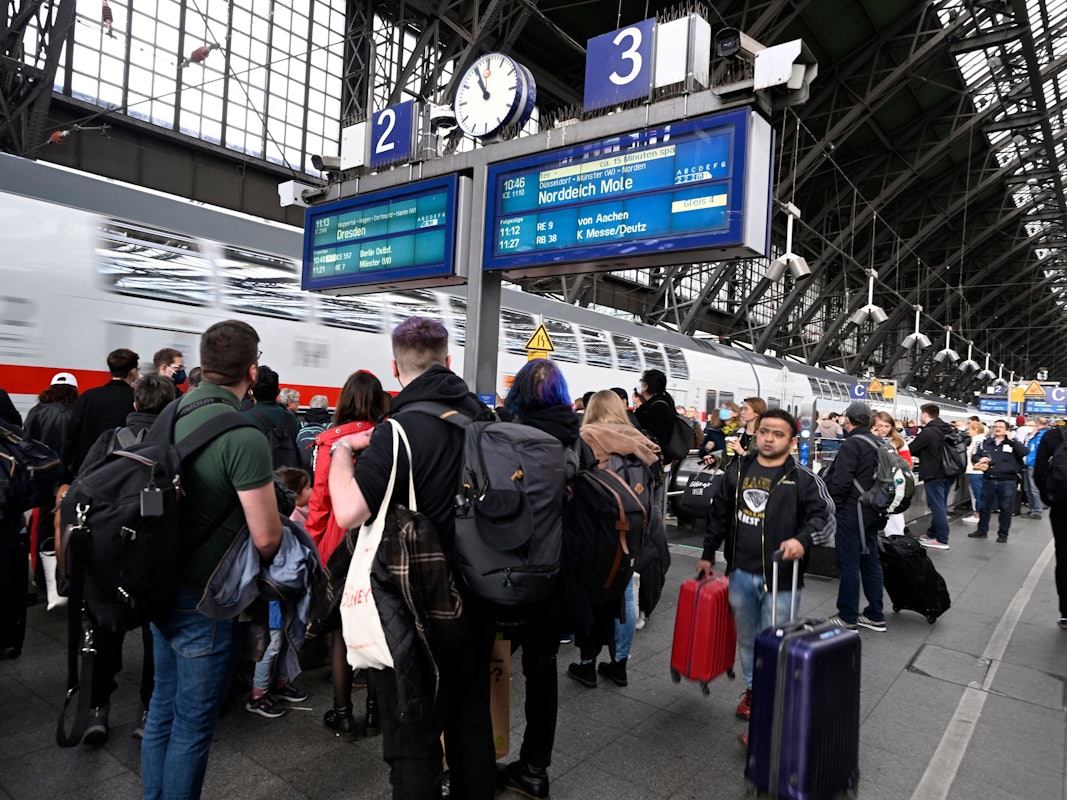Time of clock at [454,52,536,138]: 10:56
